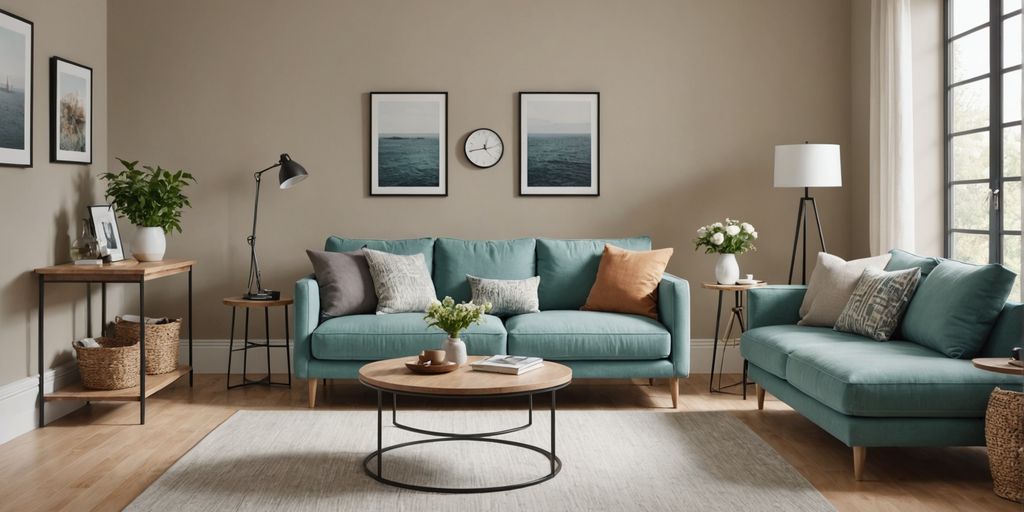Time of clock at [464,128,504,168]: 11:44
